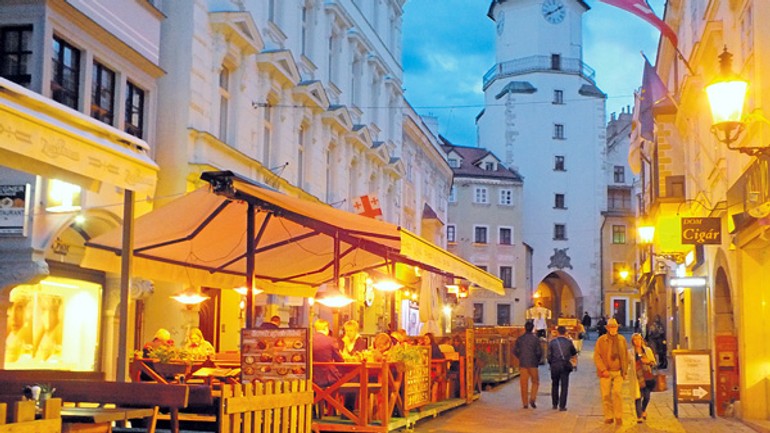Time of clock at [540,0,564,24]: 8:09
